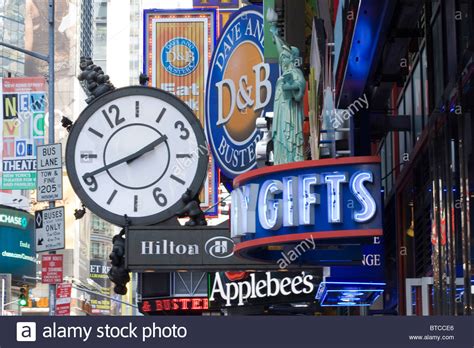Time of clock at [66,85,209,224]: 1:41
